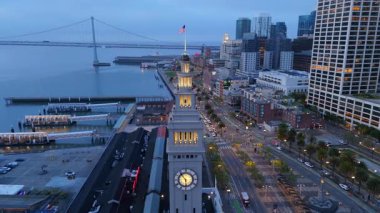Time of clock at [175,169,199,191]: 5:54
